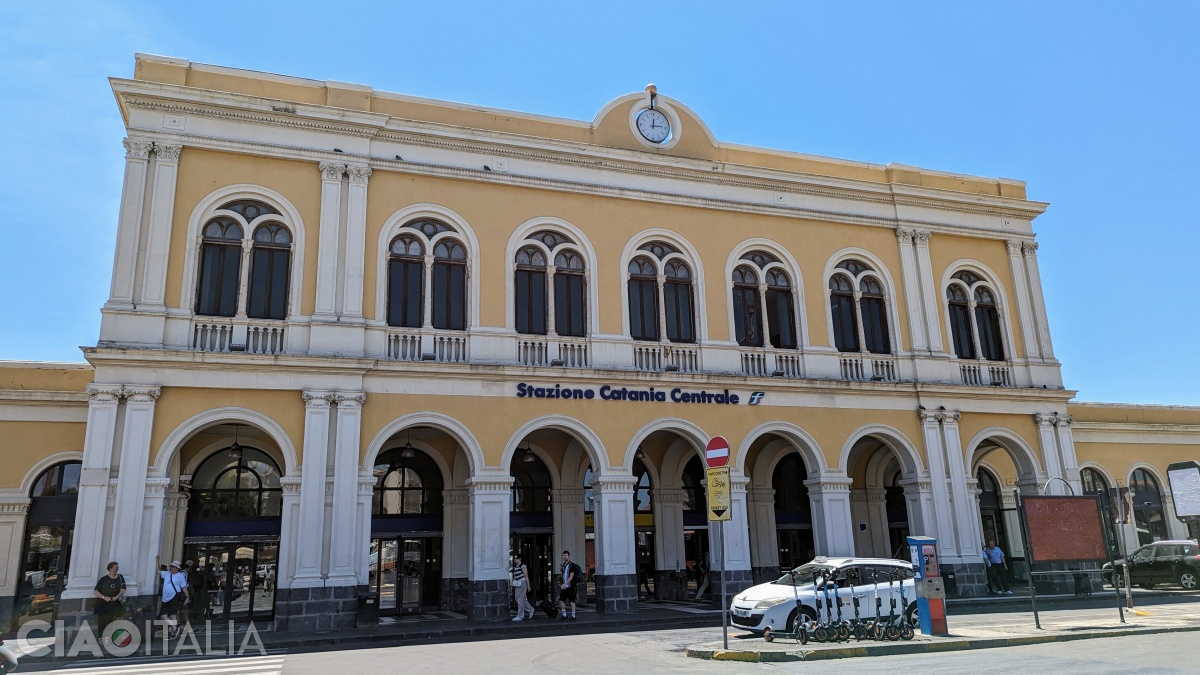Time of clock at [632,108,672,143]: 12:13
